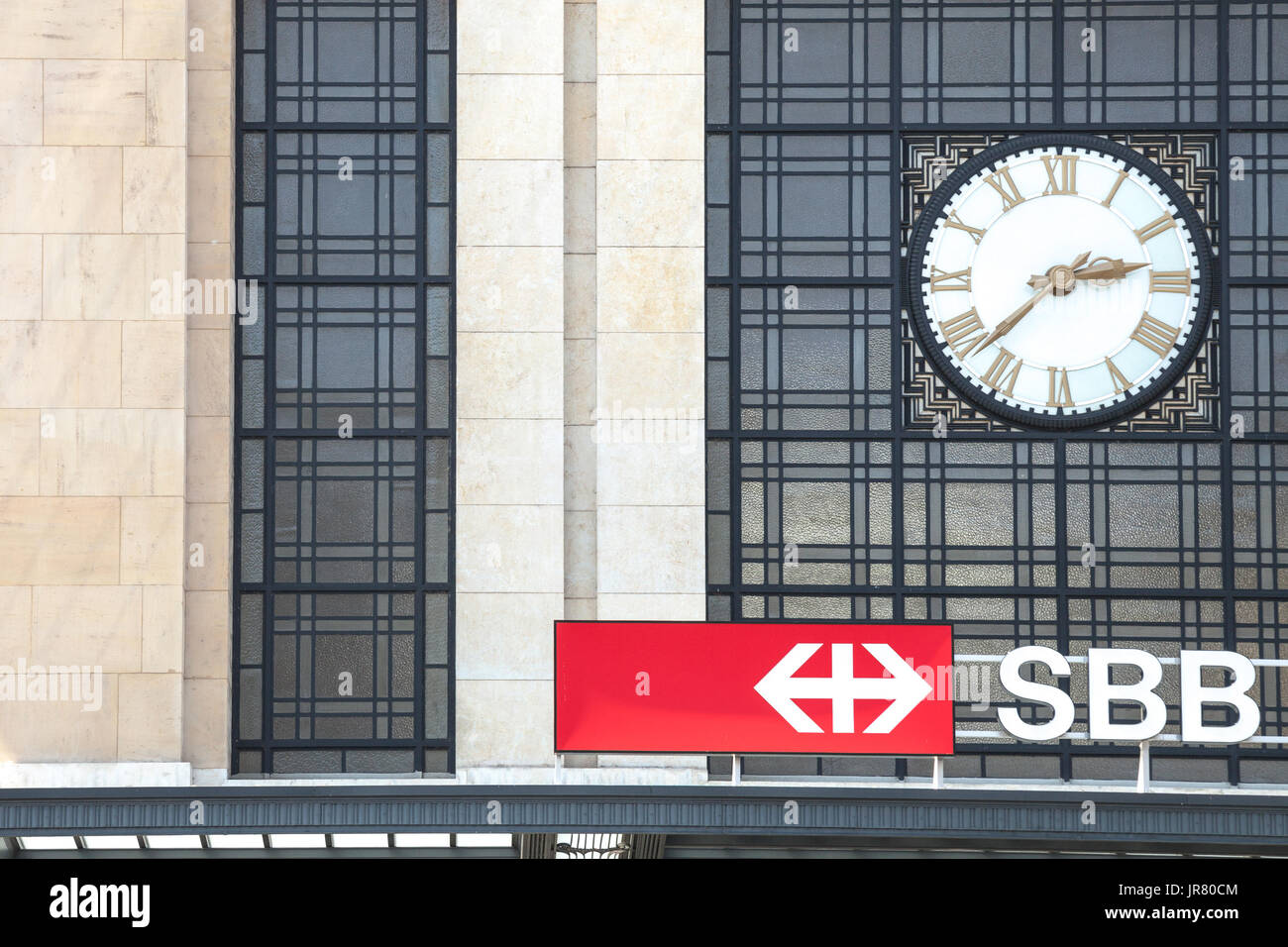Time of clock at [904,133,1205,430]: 2:37
